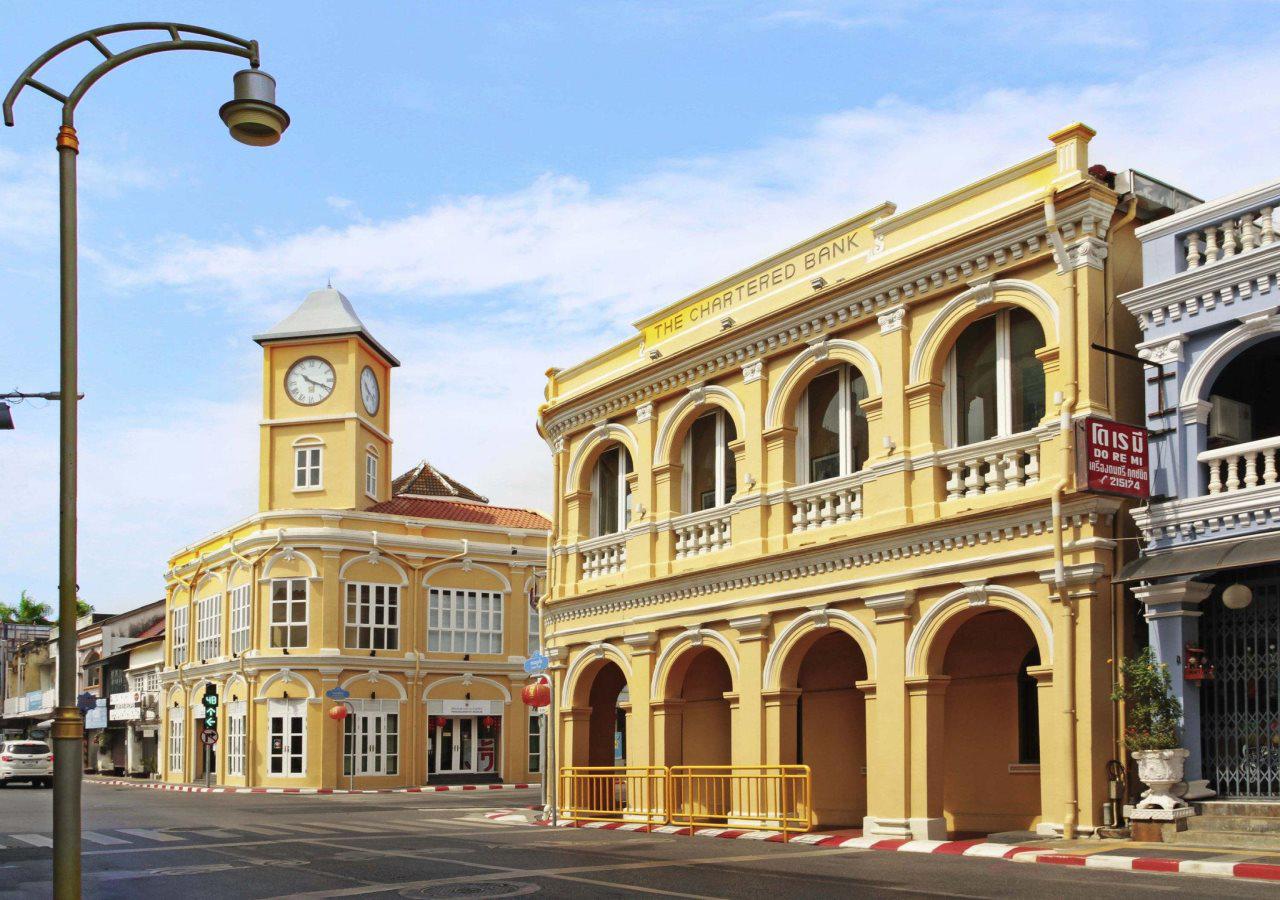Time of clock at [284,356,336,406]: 10:18
